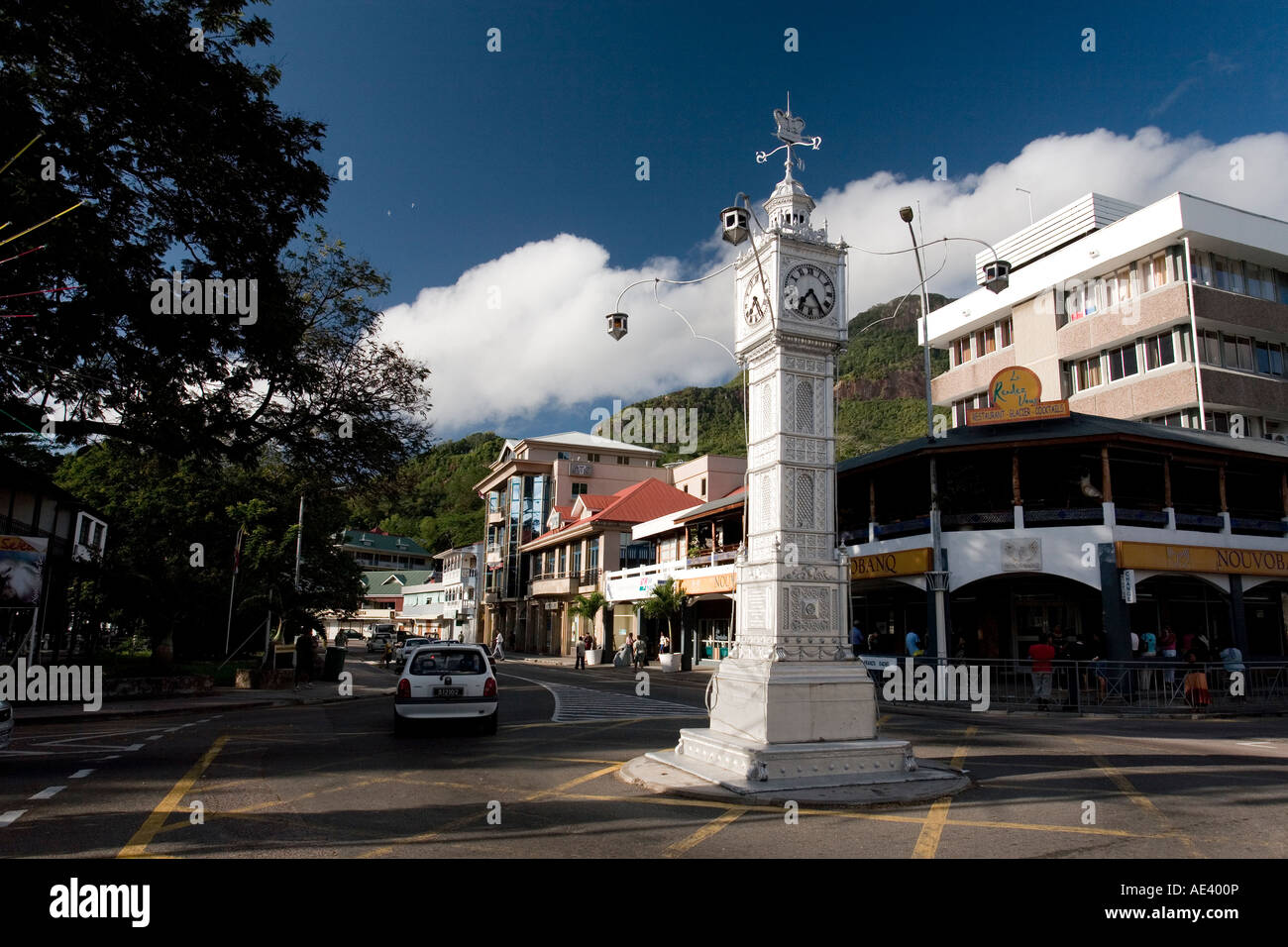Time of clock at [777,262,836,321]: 7:24
